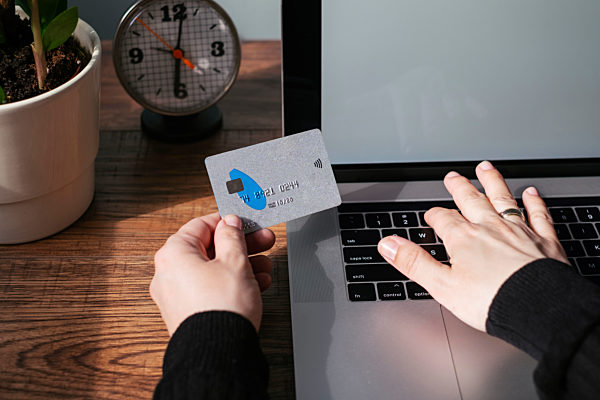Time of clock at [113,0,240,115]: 6:01
